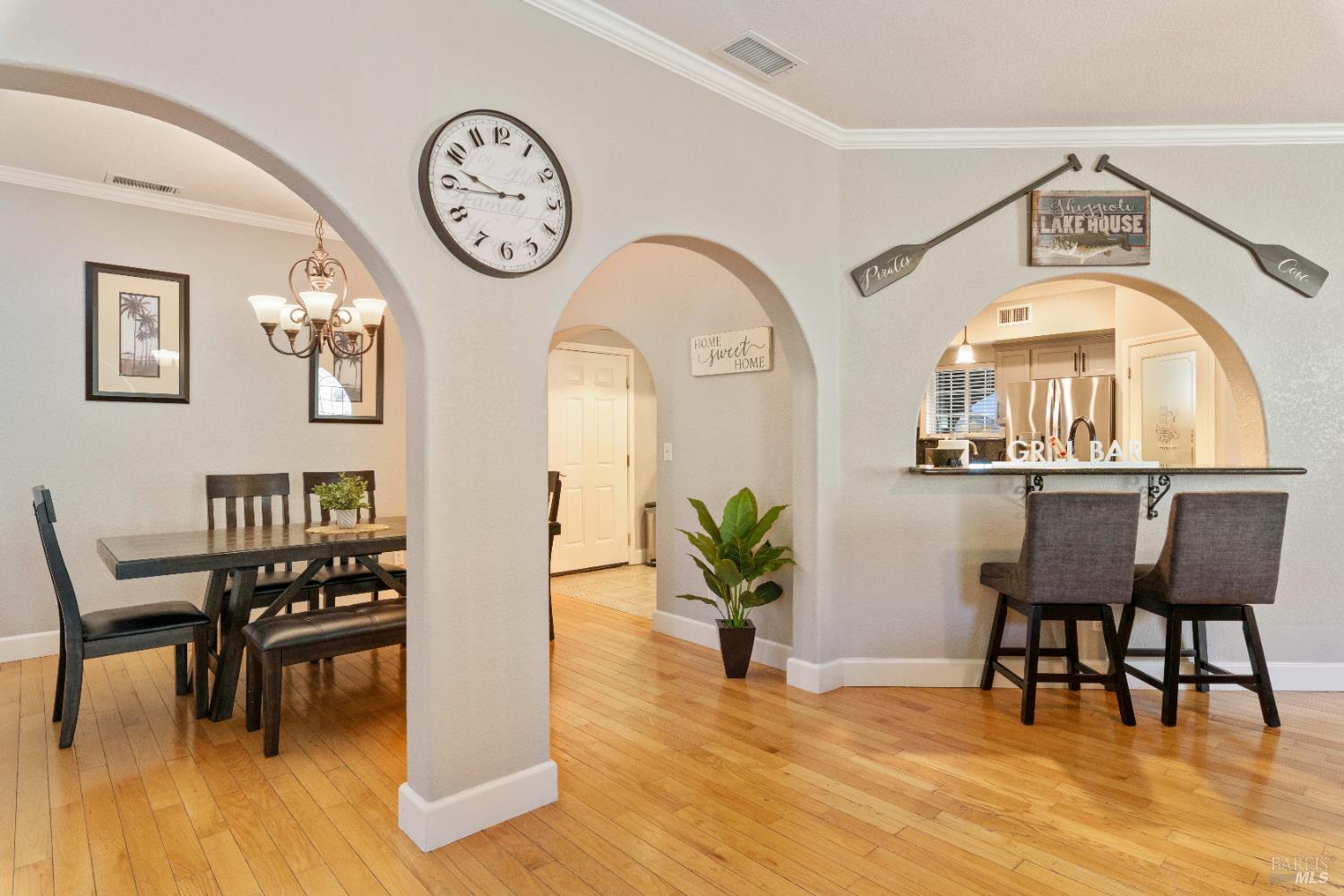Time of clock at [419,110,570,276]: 9:44
